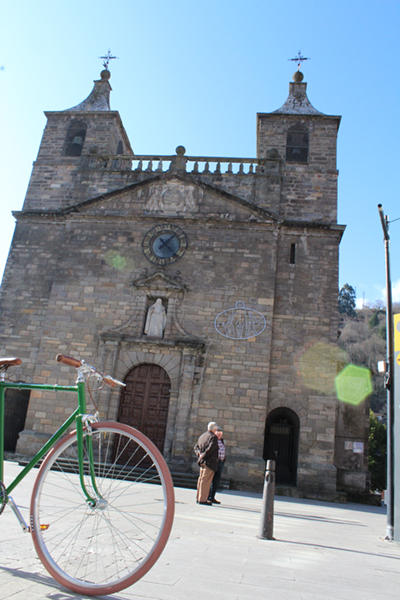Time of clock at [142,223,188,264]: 1:22
